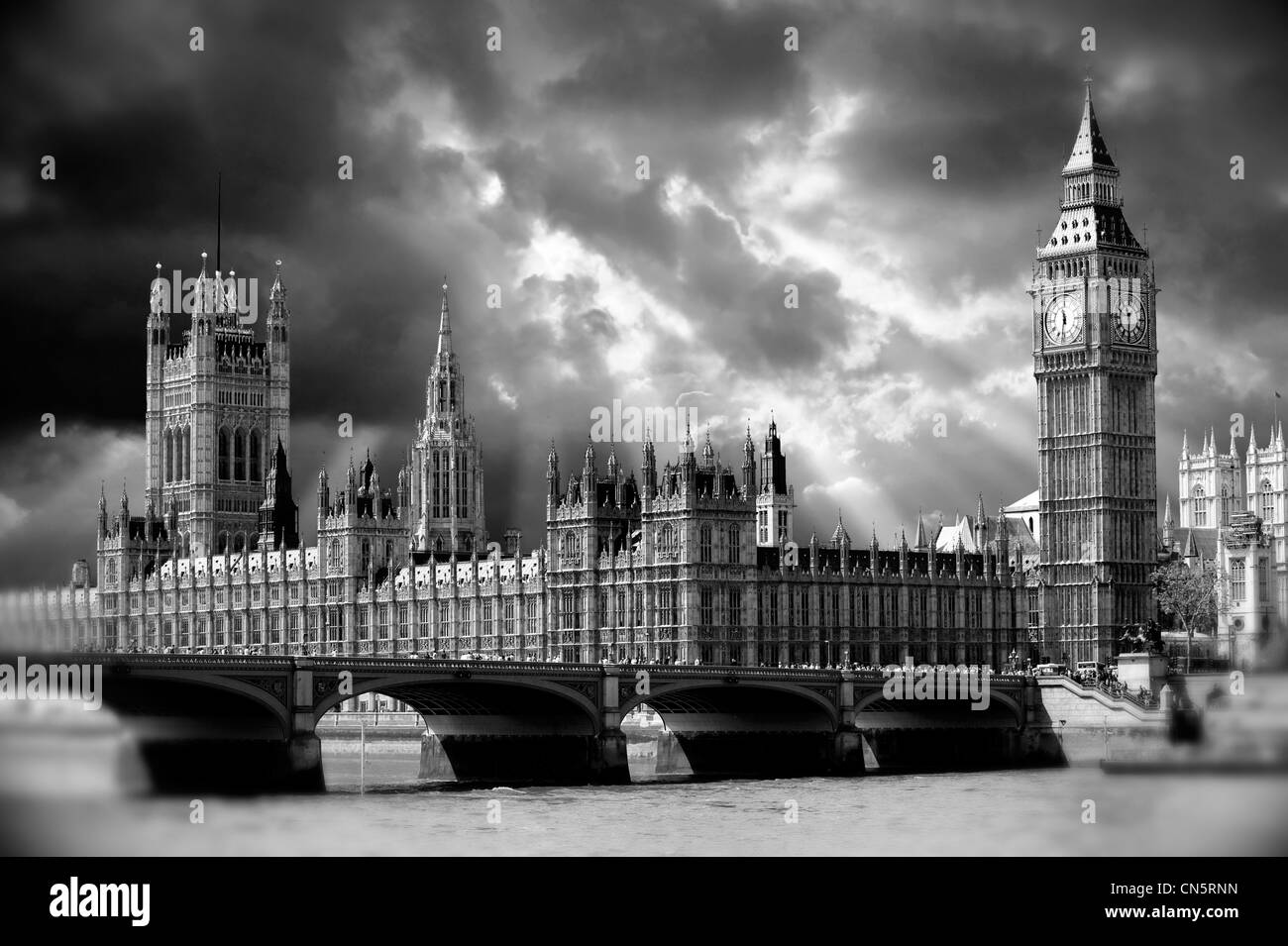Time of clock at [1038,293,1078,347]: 11:31
